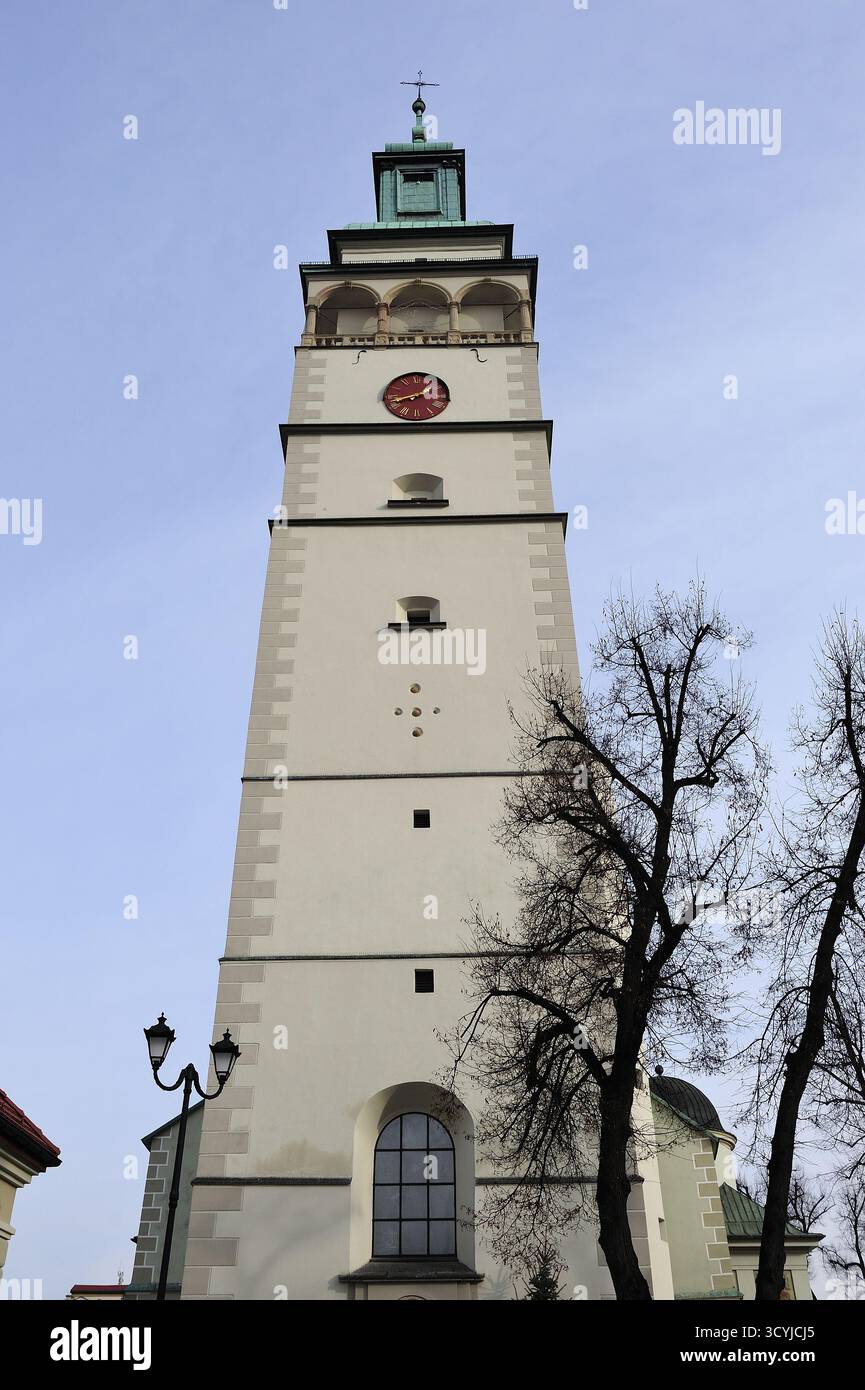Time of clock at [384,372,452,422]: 1:42
